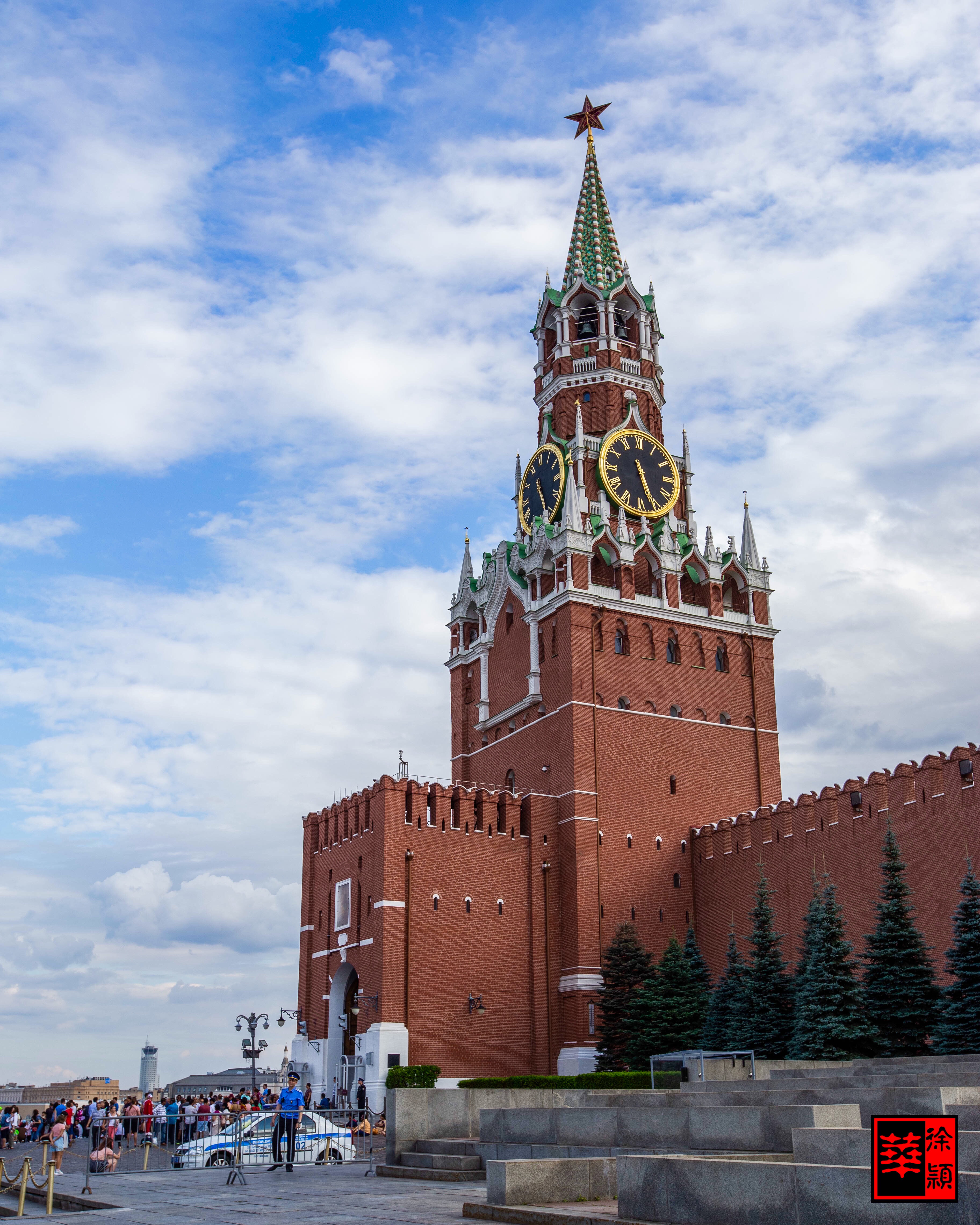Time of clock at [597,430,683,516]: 5:26
